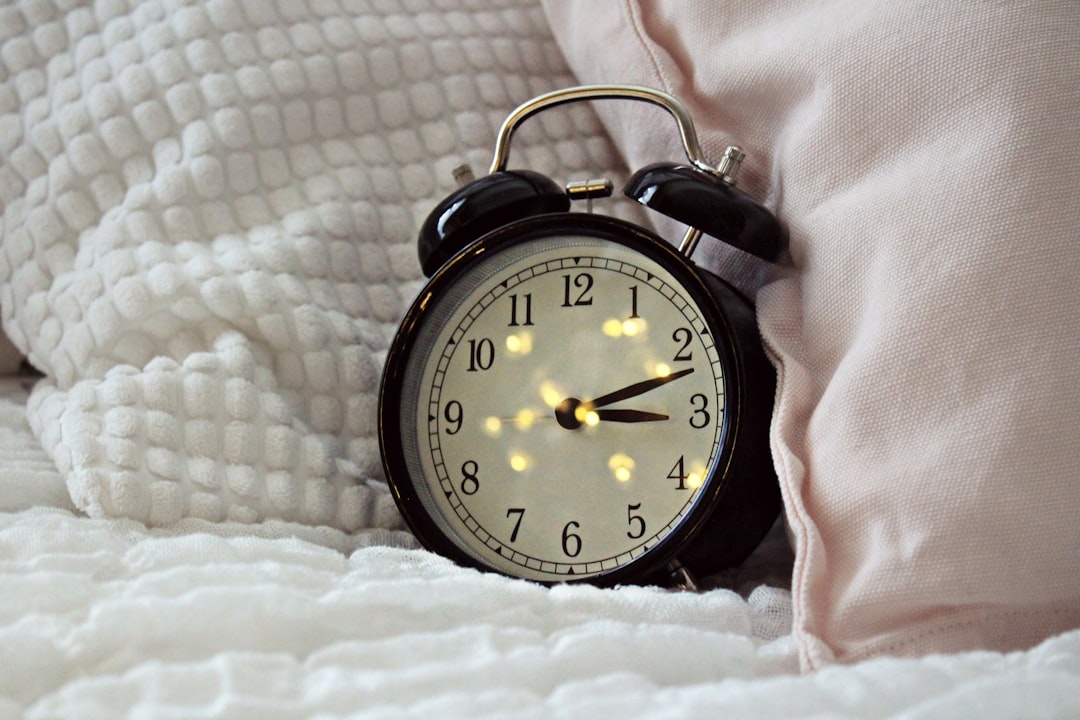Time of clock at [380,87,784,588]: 3:11
